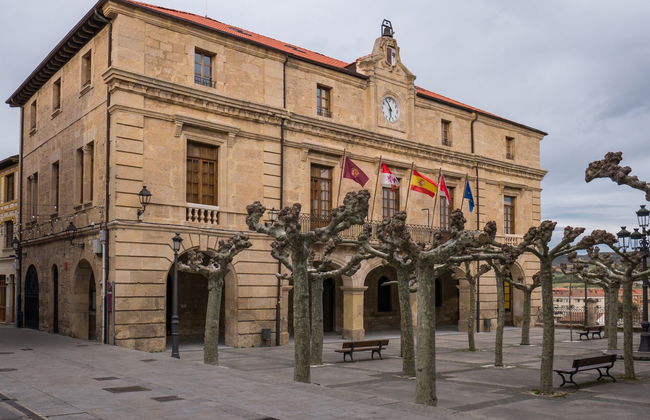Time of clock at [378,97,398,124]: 5:55
